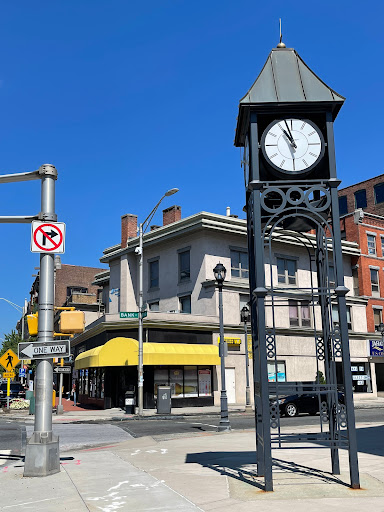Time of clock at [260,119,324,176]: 10:57
